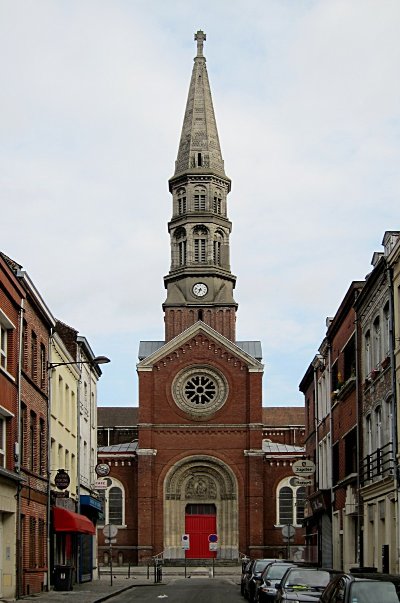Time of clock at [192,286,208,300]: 6:47
